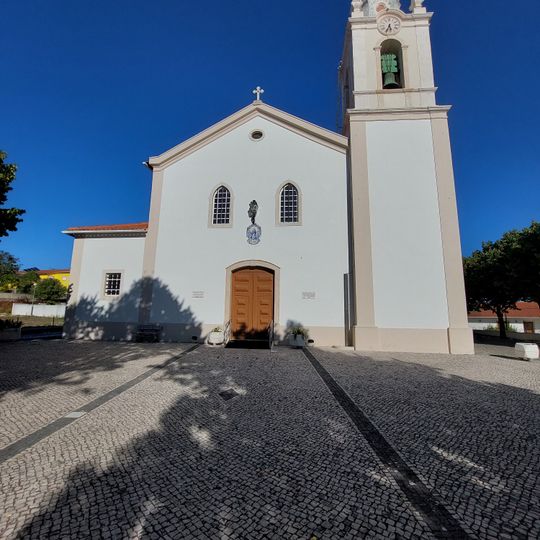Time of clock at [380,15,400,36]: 5:33
